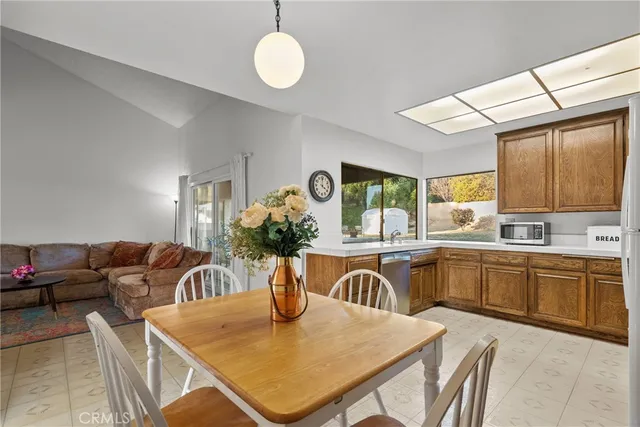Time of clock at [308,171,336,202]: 4:00
